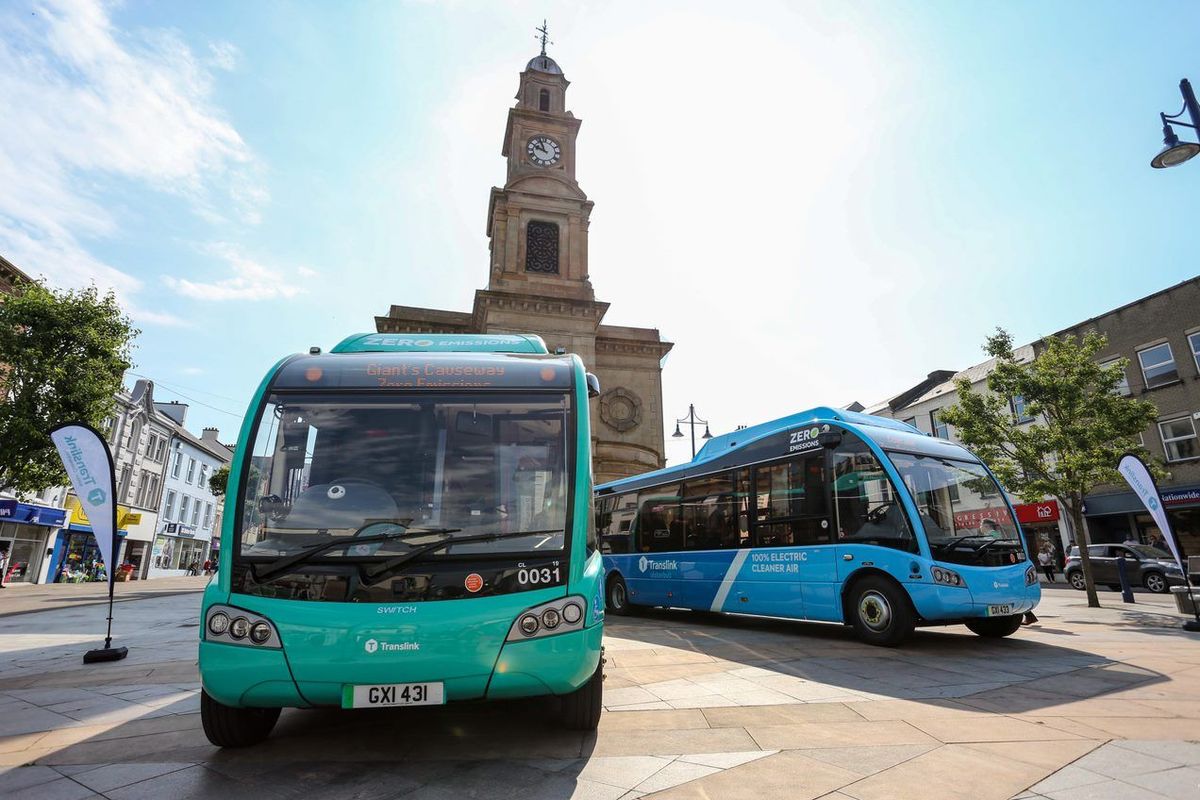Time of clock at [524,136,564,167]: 9:56
